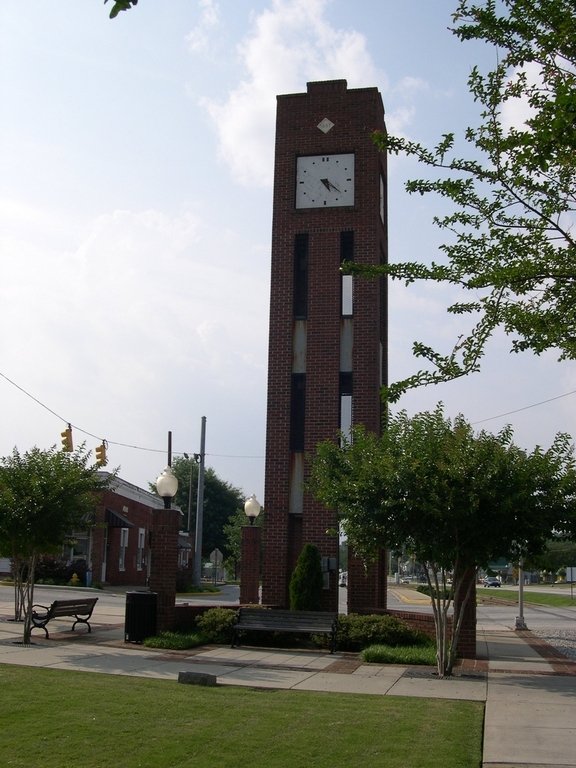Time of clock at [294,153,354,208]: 5:21
